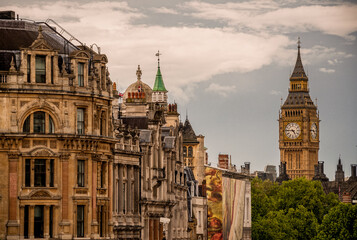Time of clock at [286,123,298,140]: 4:45
